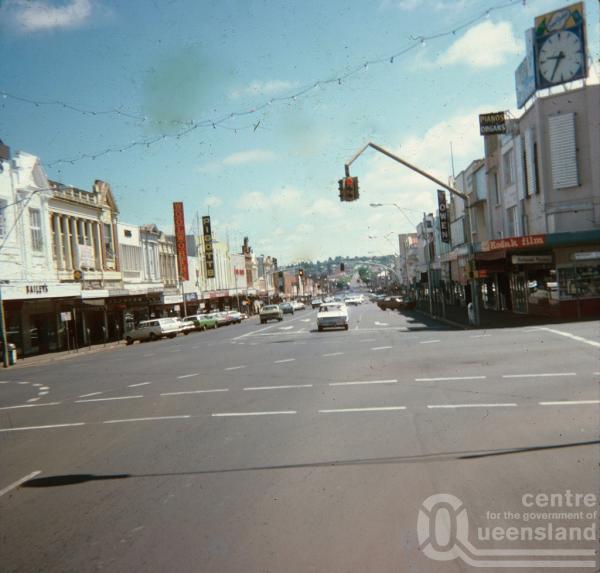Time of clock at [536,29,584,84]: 9:35
